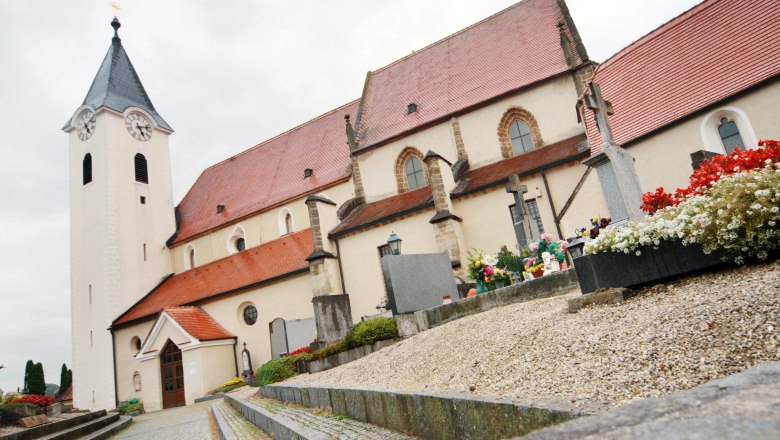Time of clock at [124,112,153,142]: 5:12
